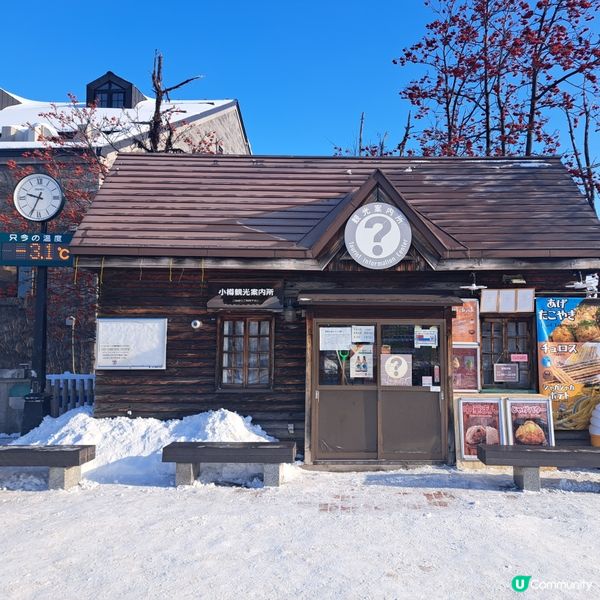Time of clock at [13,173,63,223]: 9:34
